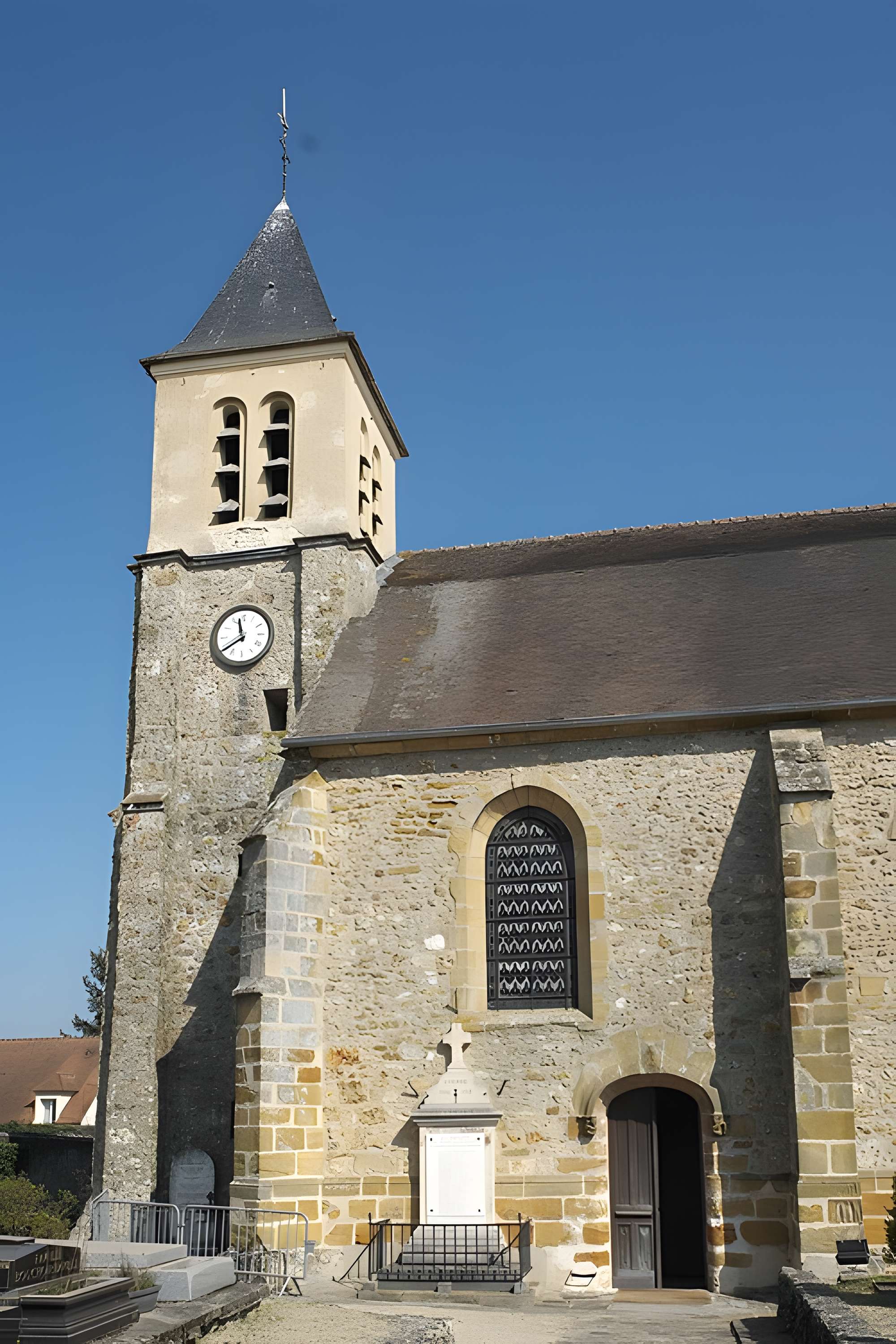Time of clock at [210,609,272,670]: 11:39
